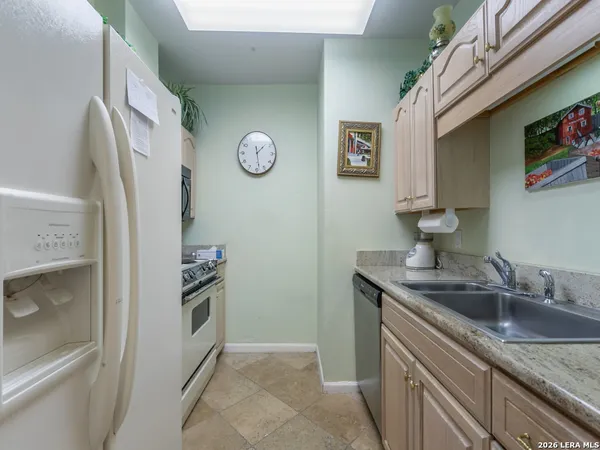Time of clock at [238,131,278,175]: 1:28
